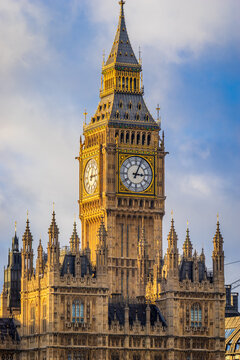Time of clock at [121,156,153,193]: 3:04
